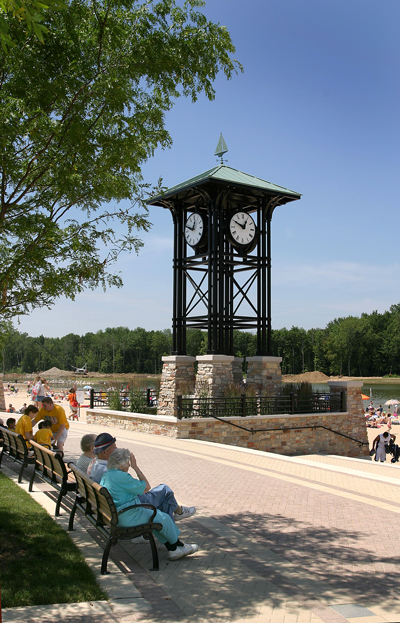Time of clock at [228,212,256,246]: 12:49
